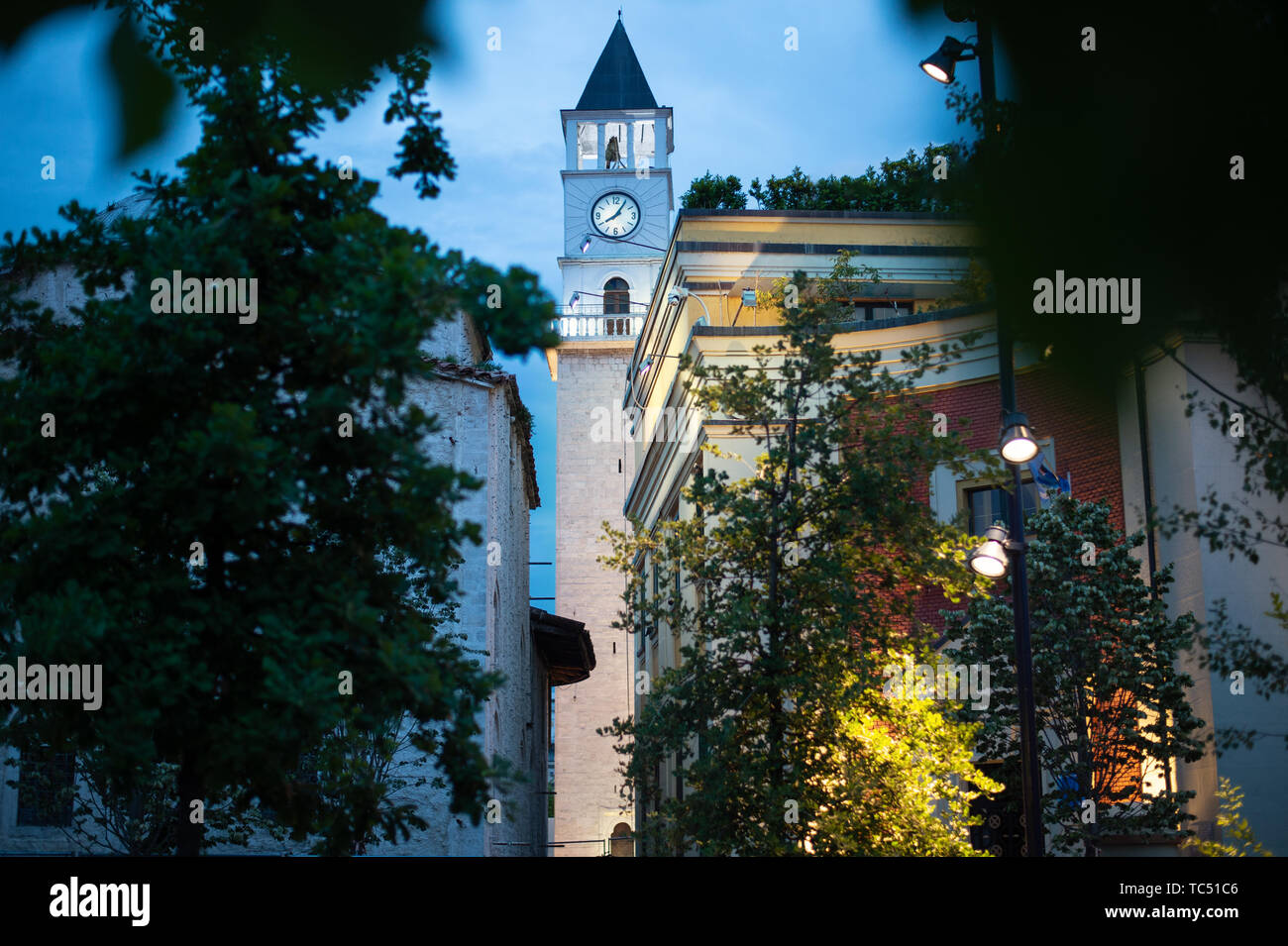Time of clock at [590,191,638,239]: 8:05
